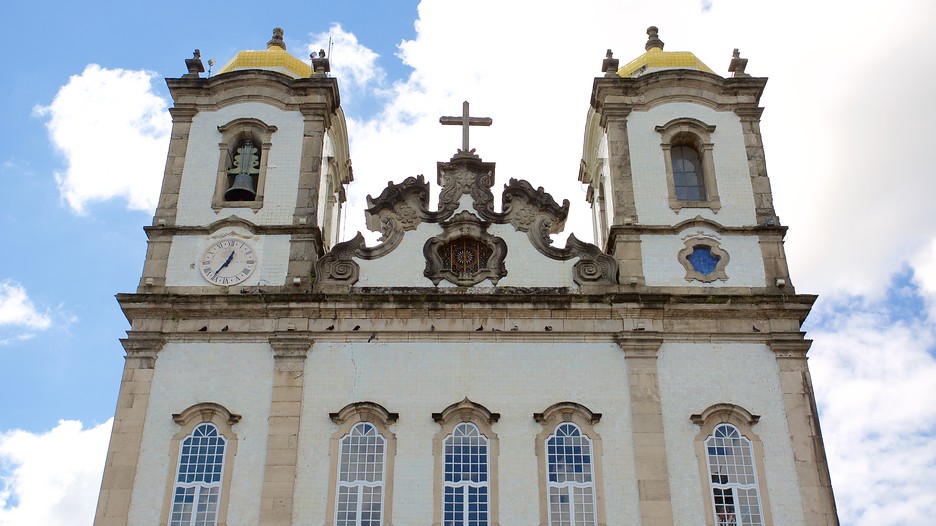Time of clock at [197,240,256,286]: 12:36
